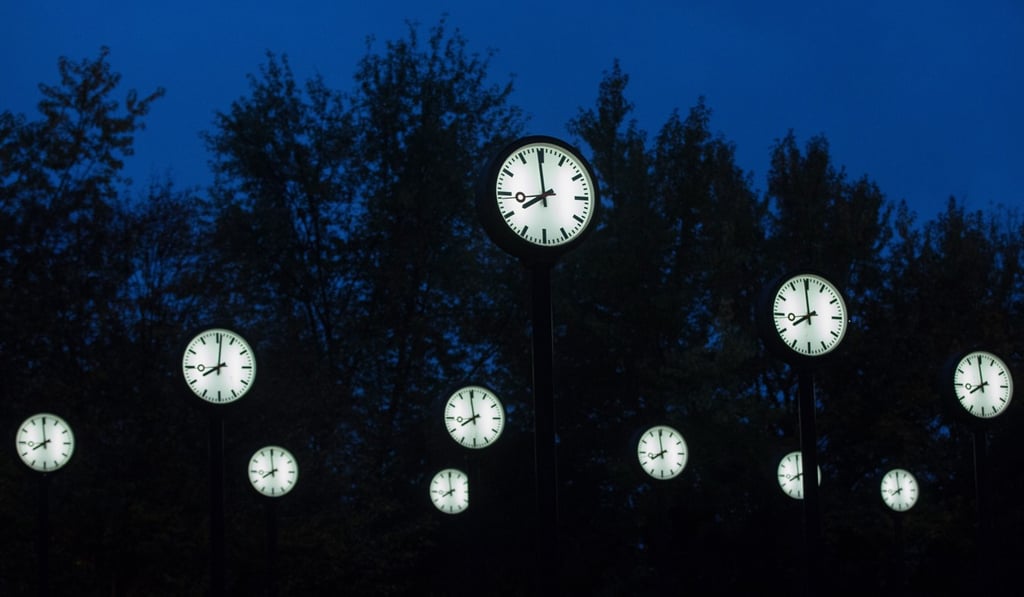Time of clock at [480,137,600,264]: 7:59
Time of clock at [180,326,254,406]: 8:01
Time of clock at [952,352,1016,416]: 7:59
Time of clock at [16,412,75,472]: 7:59
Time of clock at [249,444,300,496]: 7:59
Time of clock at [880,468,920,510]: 7:59
